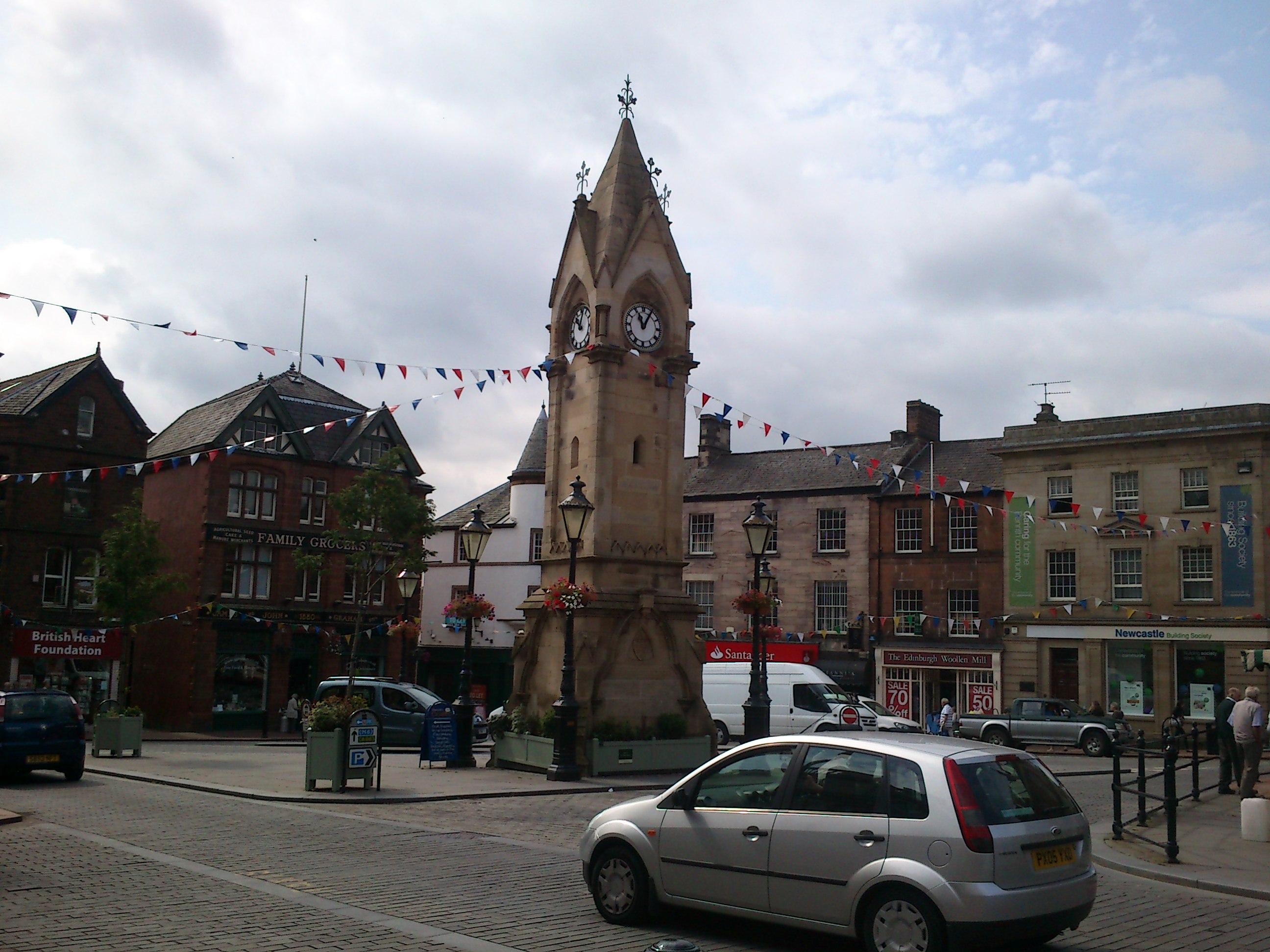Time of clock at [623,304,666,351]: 11:05
